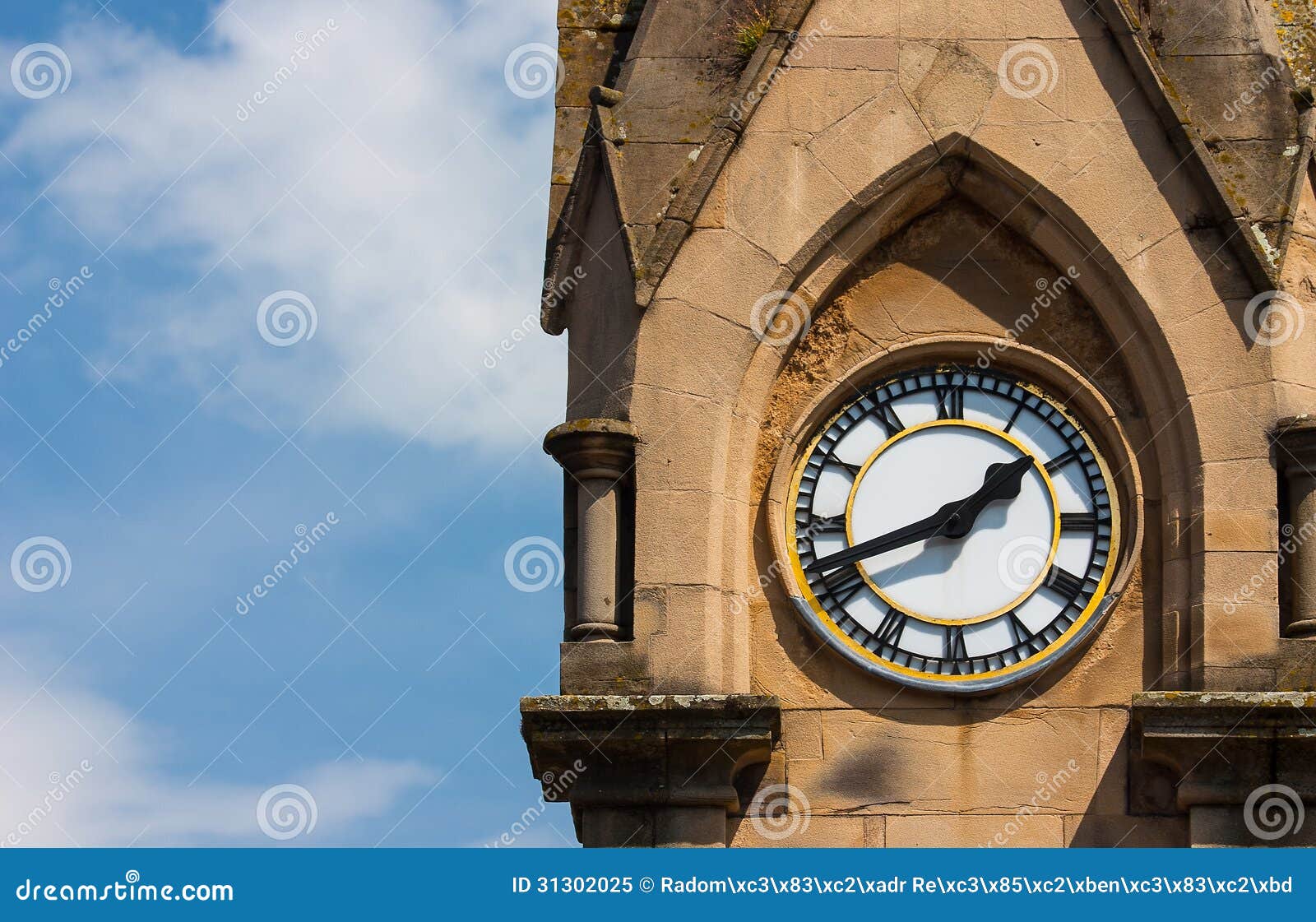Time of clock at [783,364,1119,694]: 1:41
